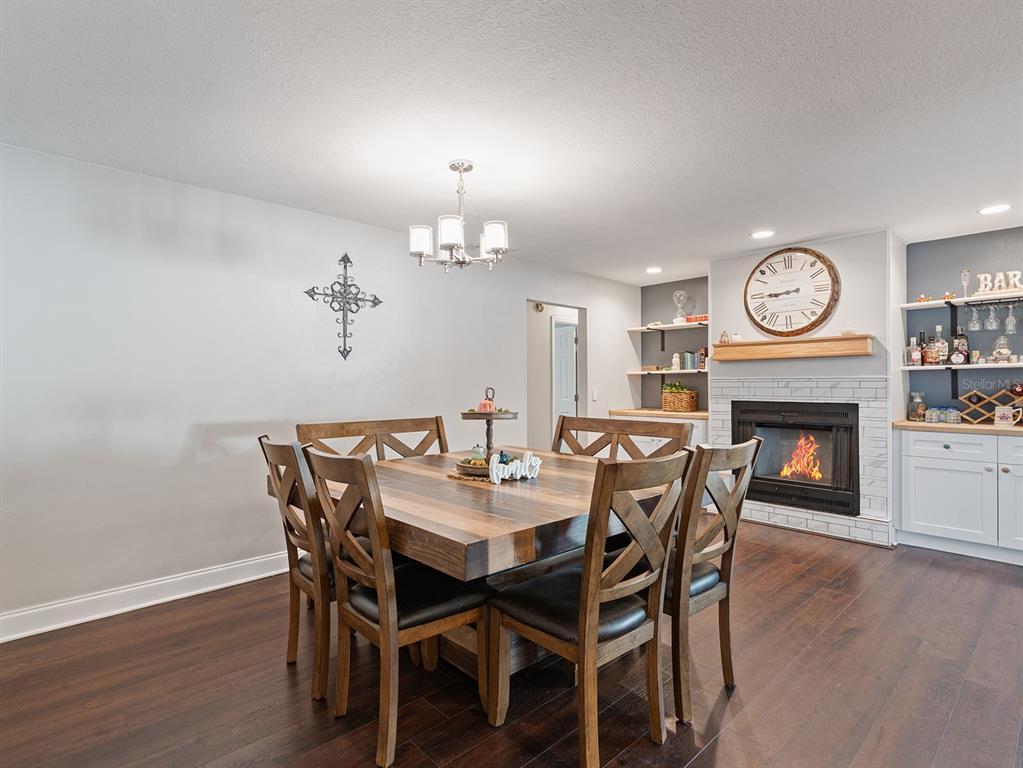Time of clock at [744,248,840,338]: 8:44
